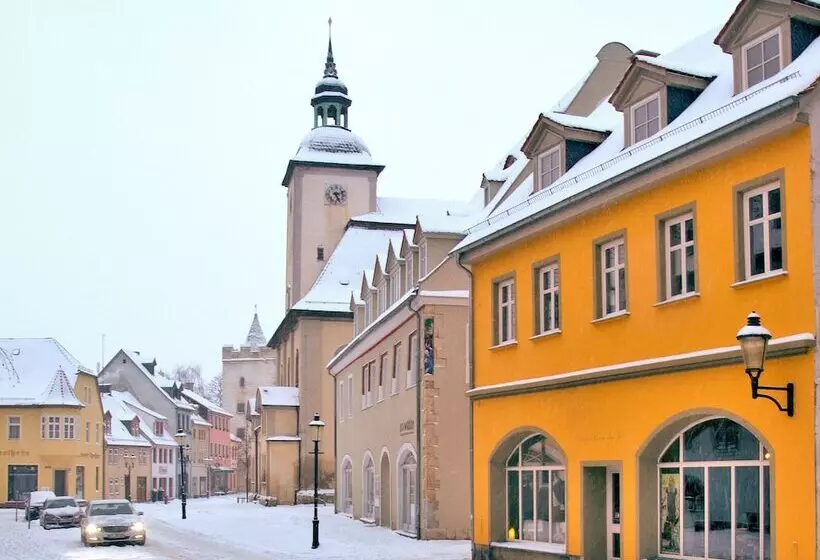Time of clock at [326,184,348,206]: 5:11
